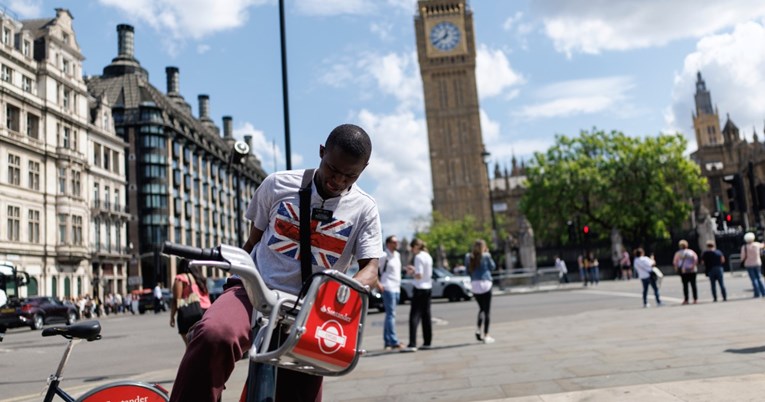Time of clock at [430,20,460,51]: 12:40
